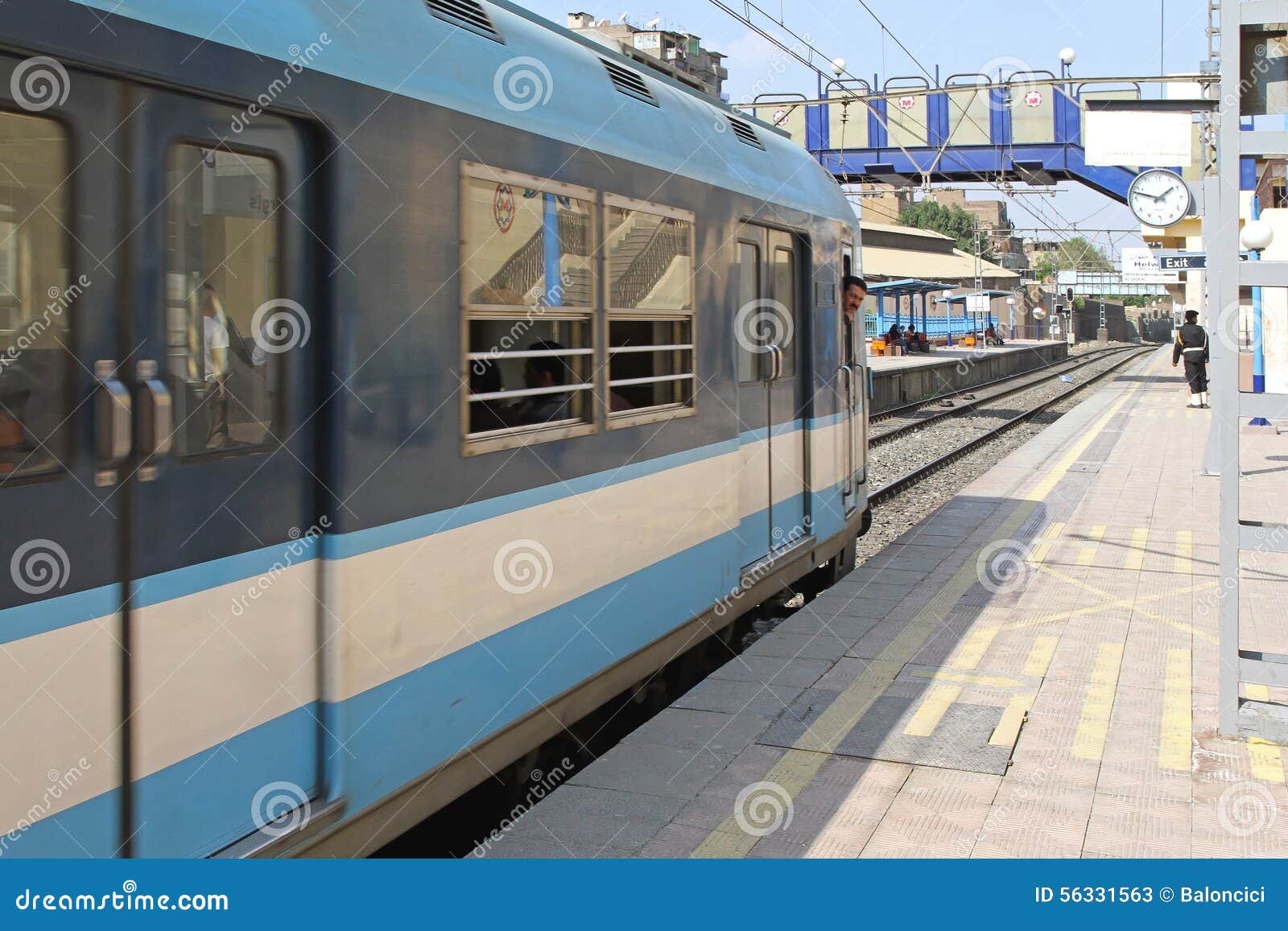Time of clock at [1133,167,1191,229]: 1:47
